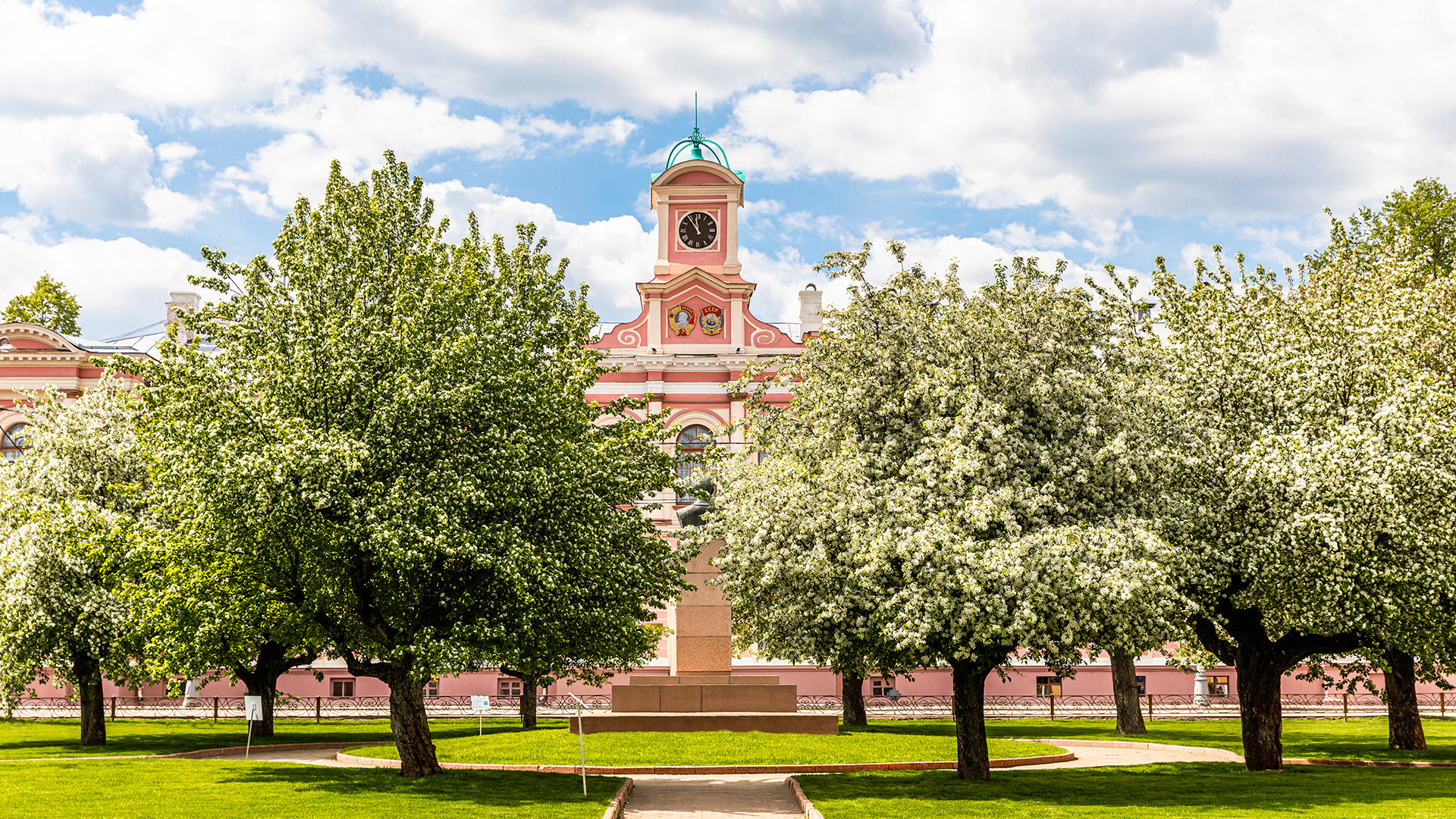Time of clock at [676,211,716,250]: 11:54
